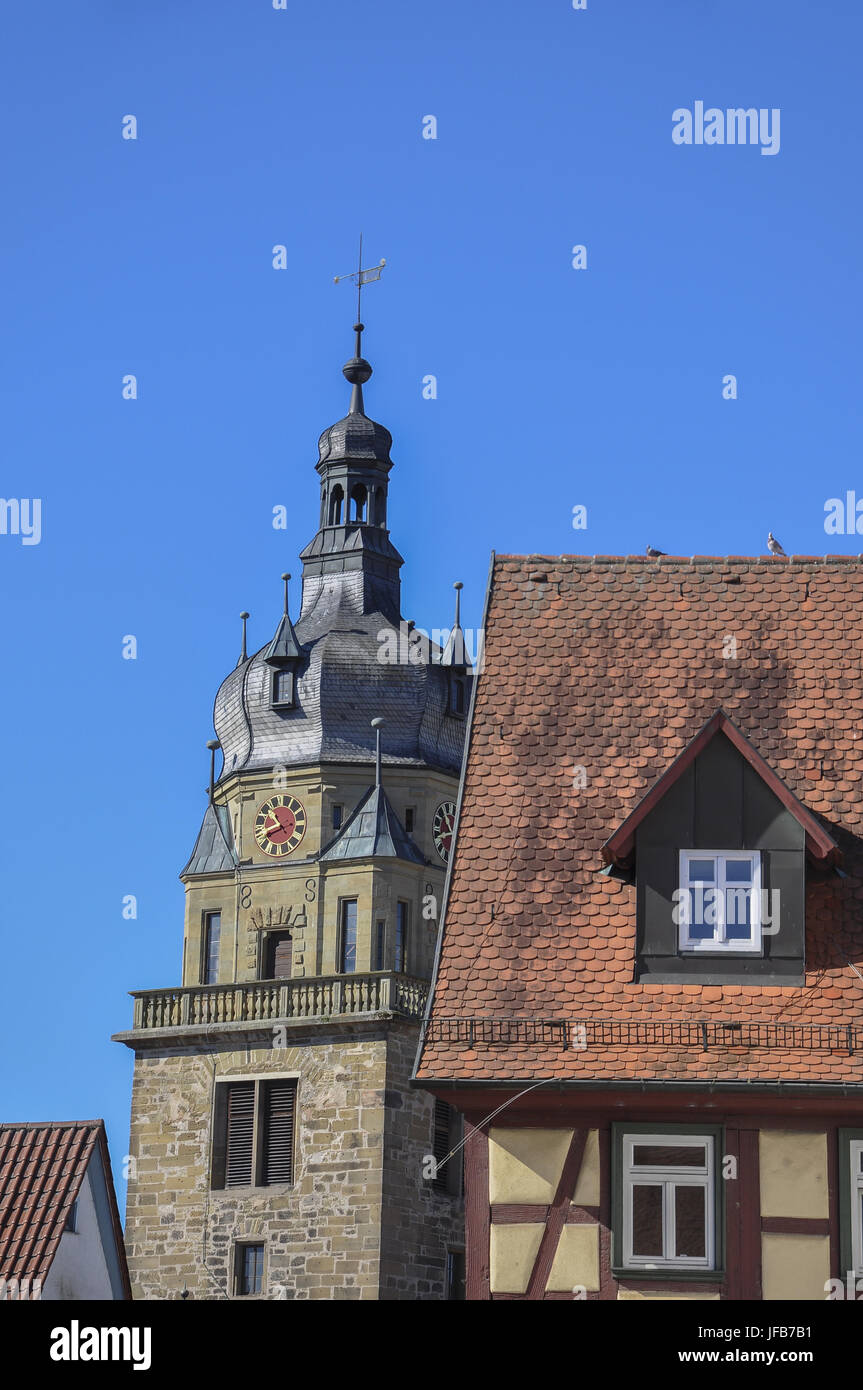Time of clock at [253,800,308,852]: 10:41
